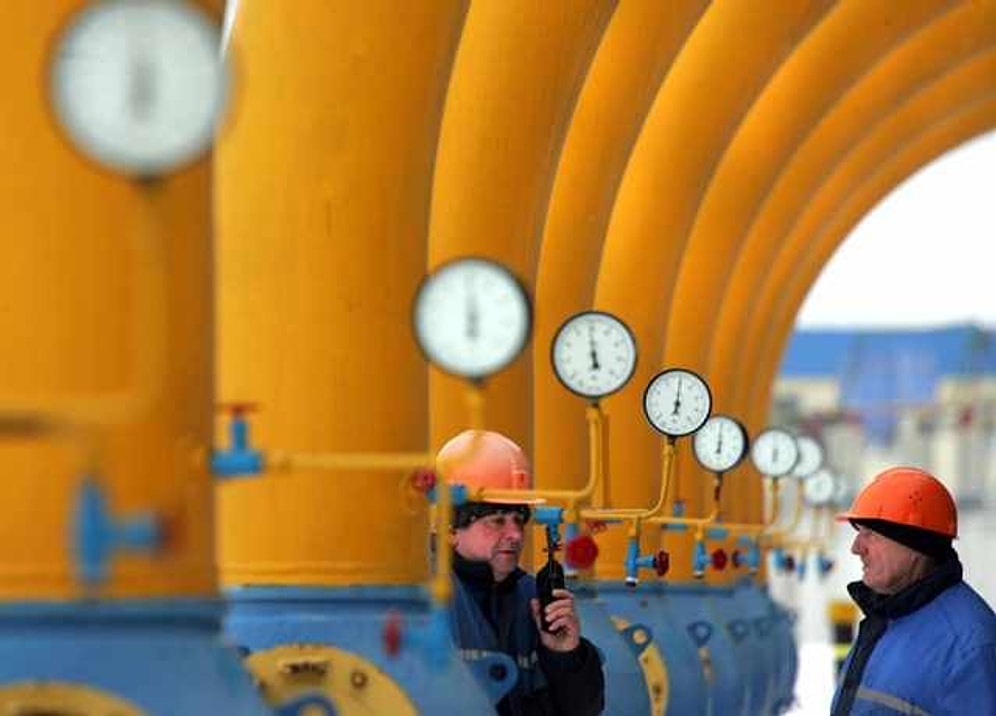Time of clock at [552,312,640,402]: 5:59
